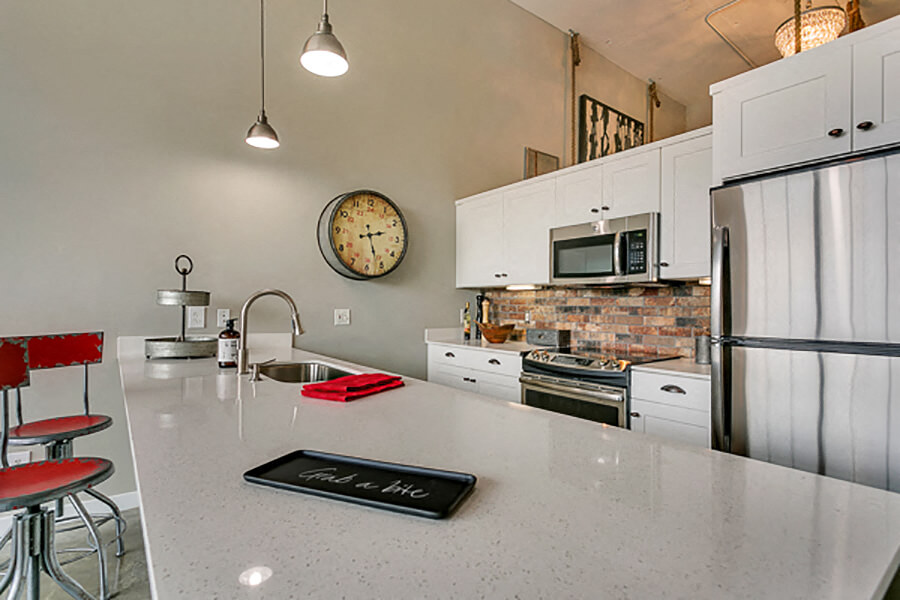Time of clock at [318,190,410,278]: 2:26
